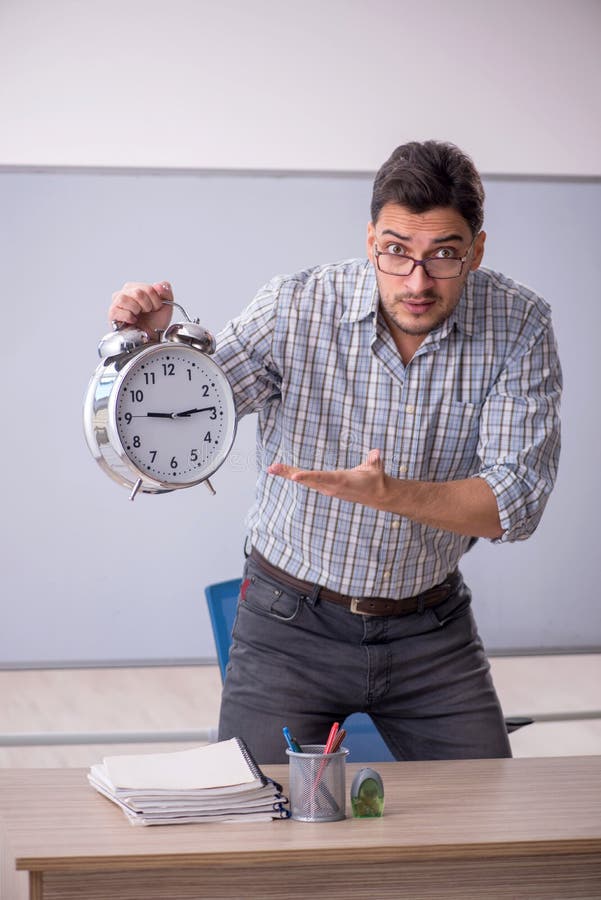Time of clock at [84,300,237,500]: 9:14
